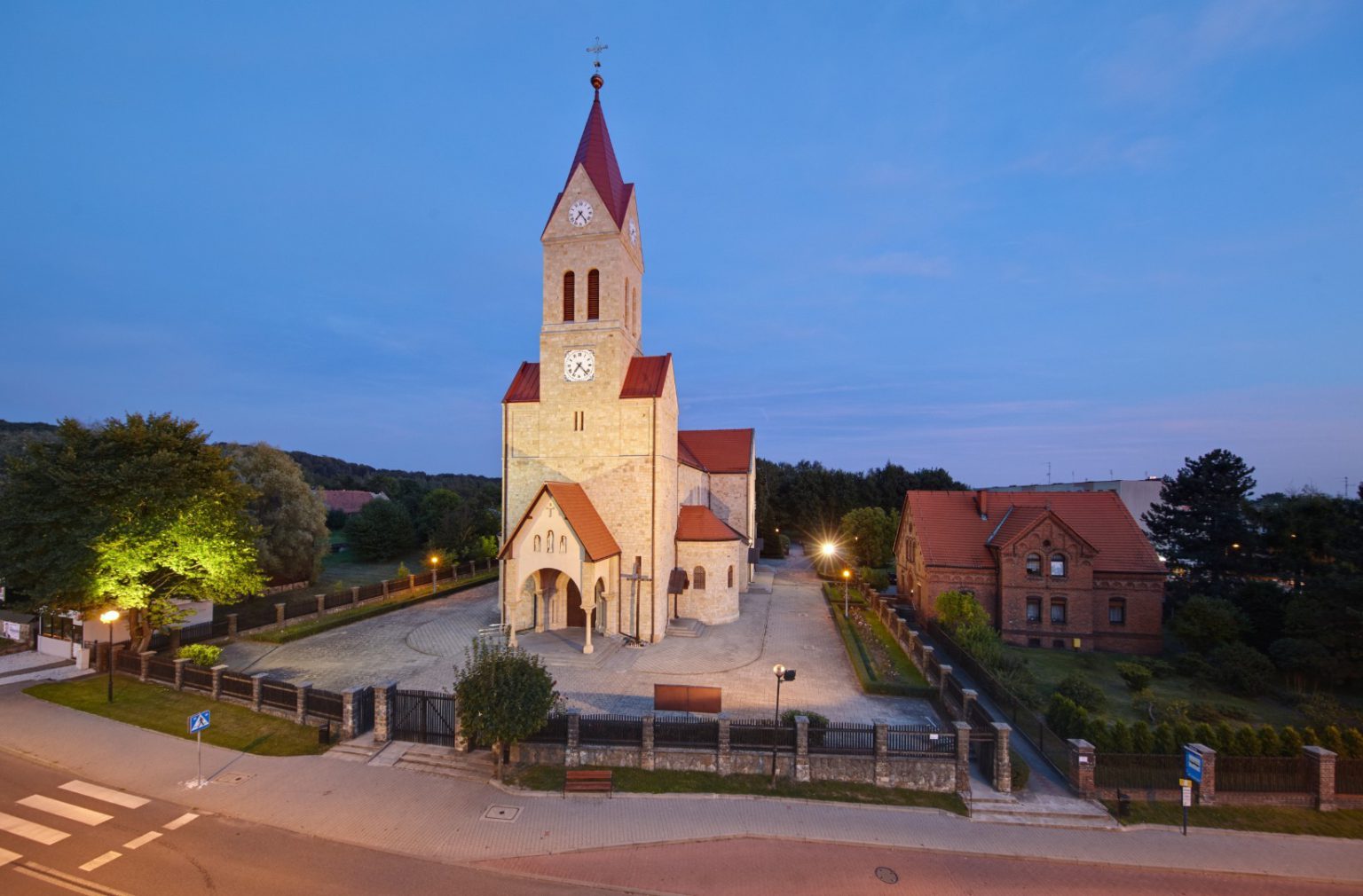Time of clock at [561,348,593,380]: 7:22
